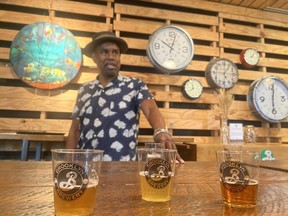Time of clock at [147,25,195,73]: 10:02
